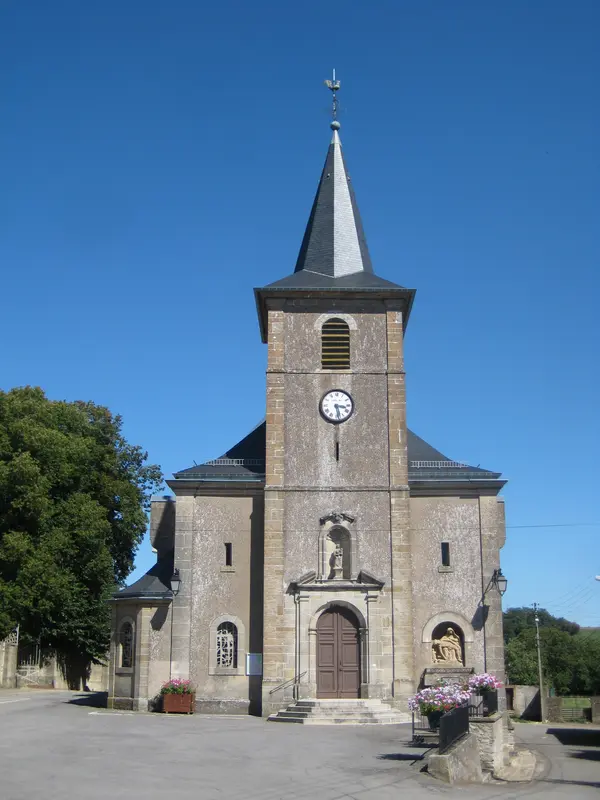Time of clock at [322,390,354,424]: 3:28
